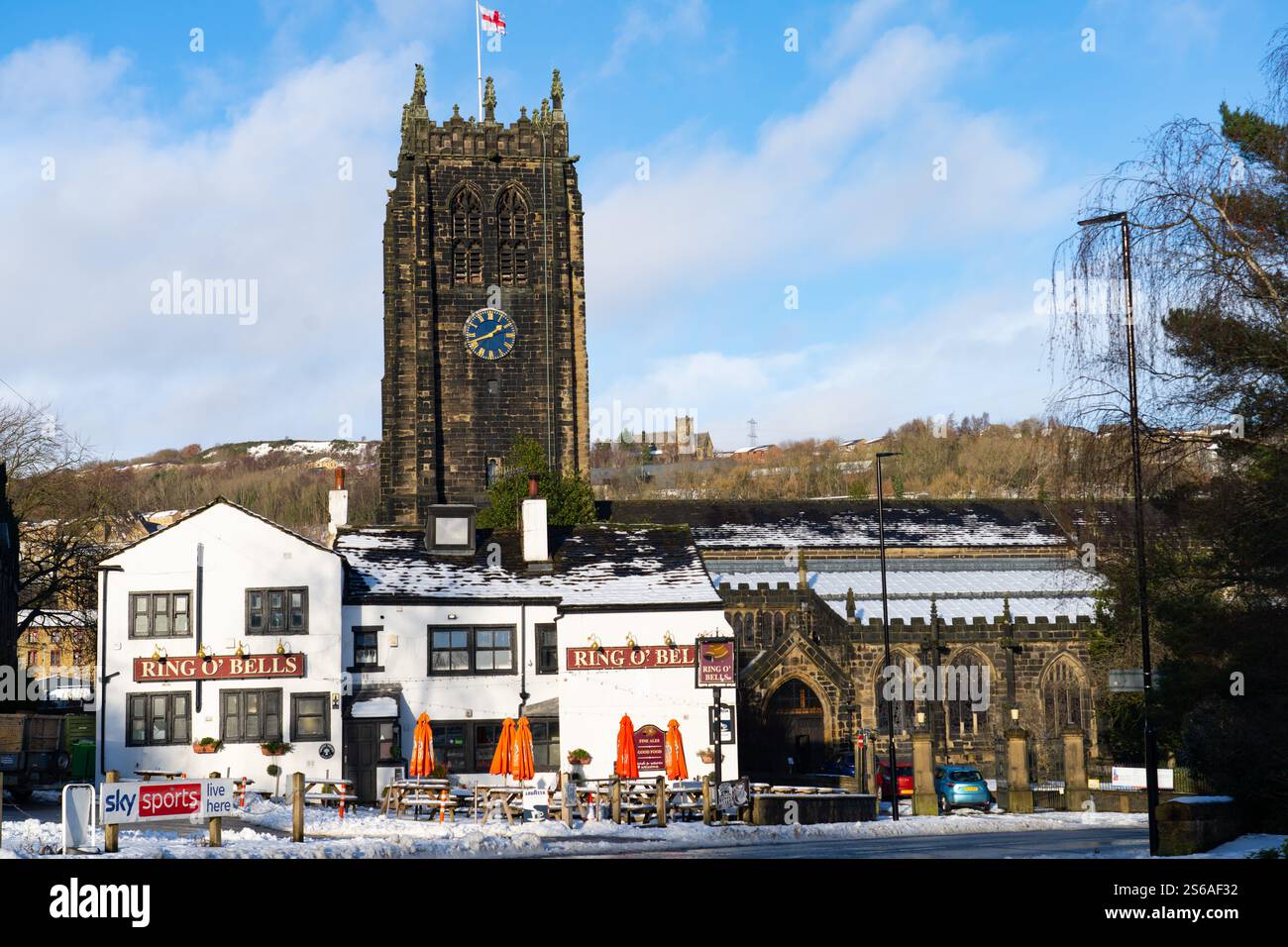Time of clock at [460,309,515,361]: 1:41
